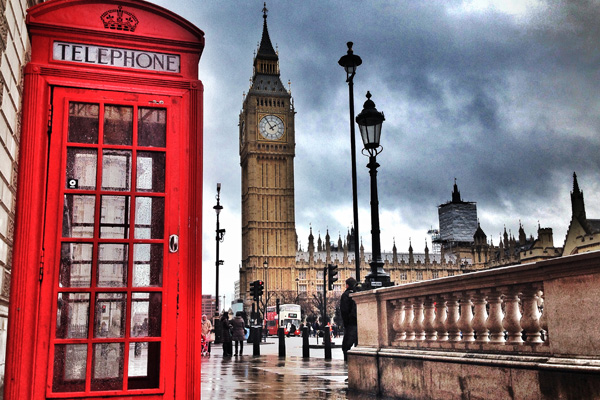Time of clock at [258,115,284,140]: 1:54
